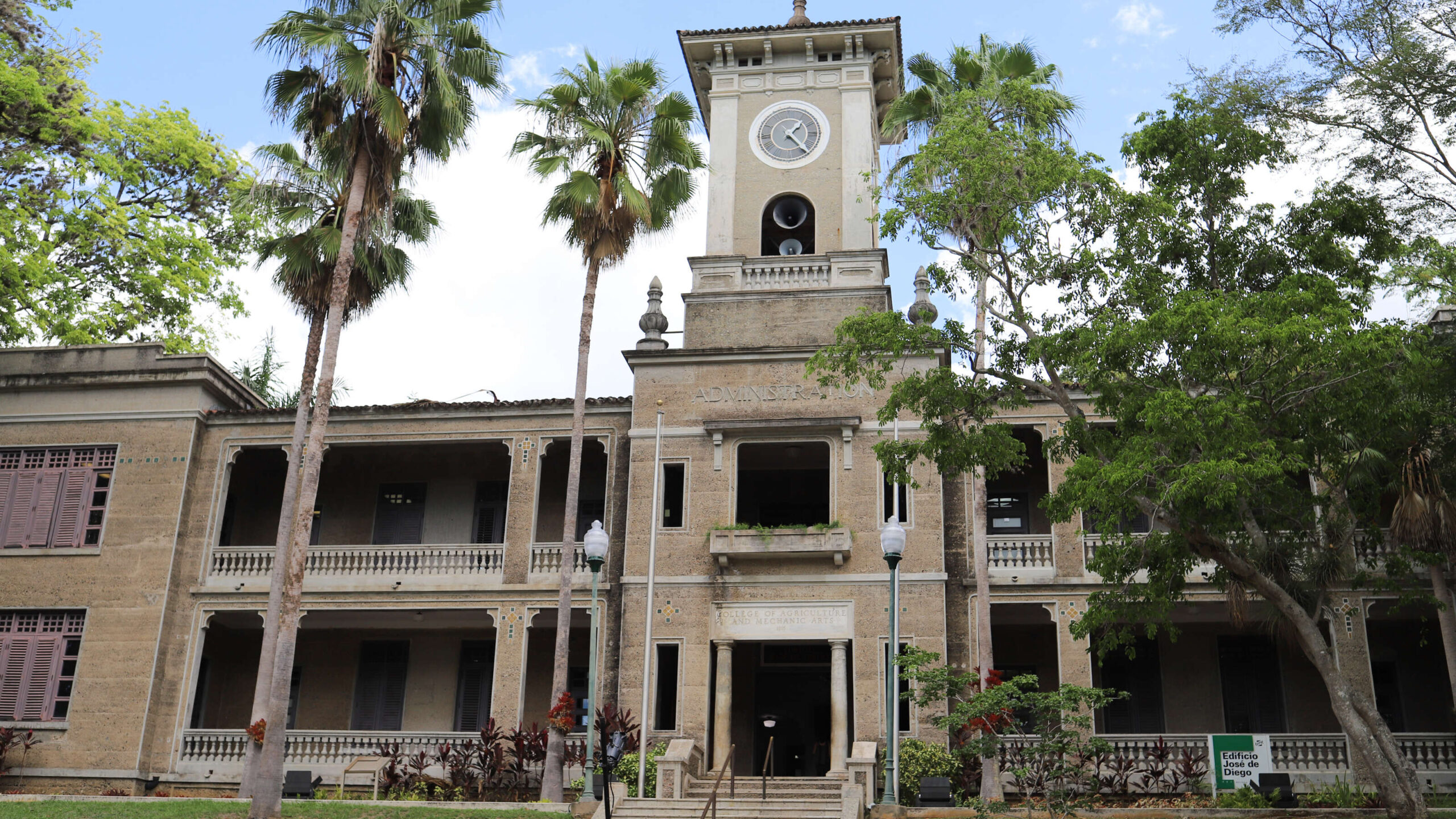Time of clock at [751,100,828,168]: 1:23
